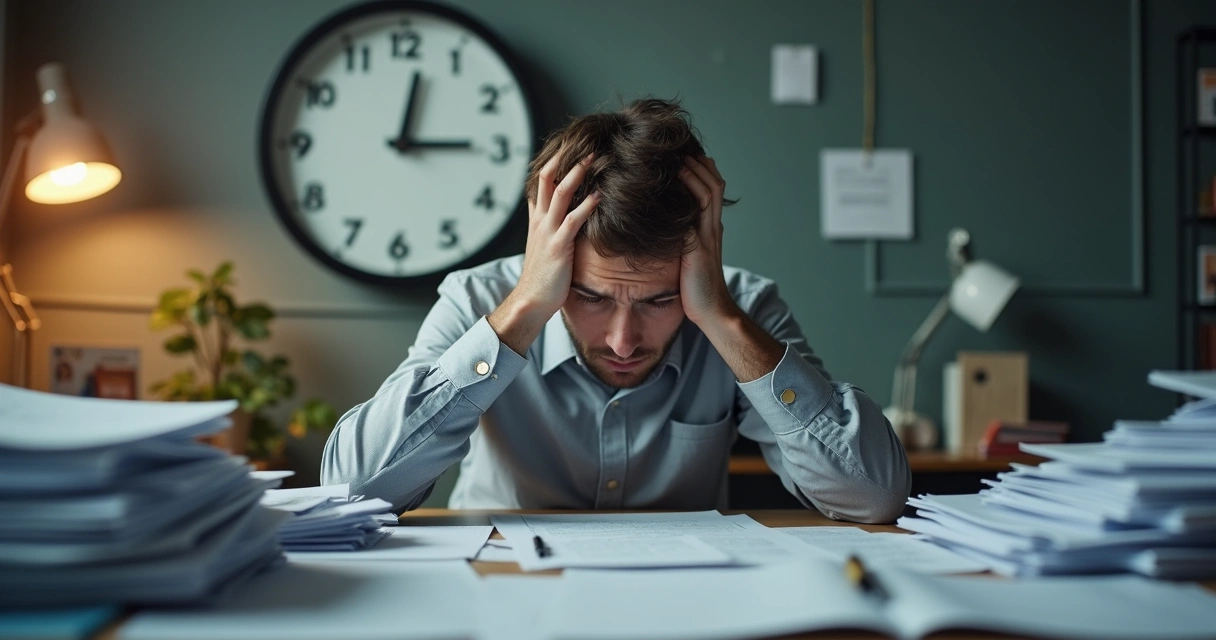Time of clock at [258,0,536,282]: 12:14
